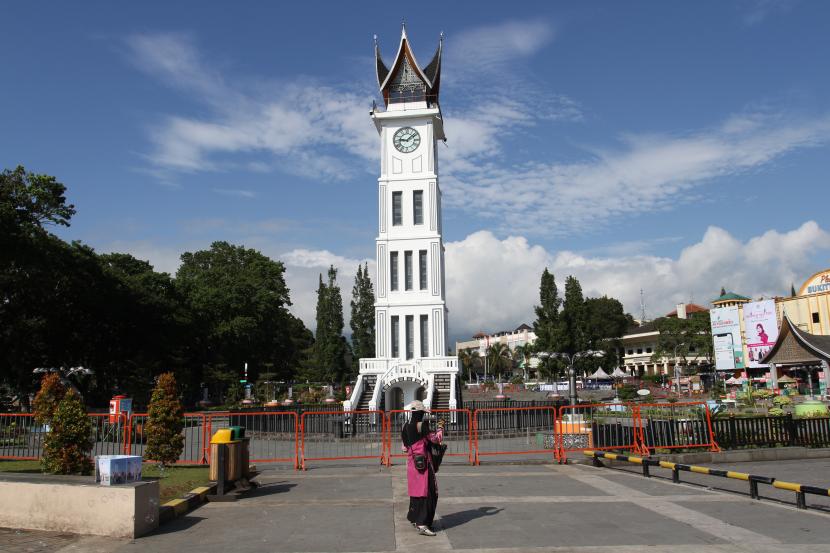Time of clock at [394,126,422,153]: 9:08
